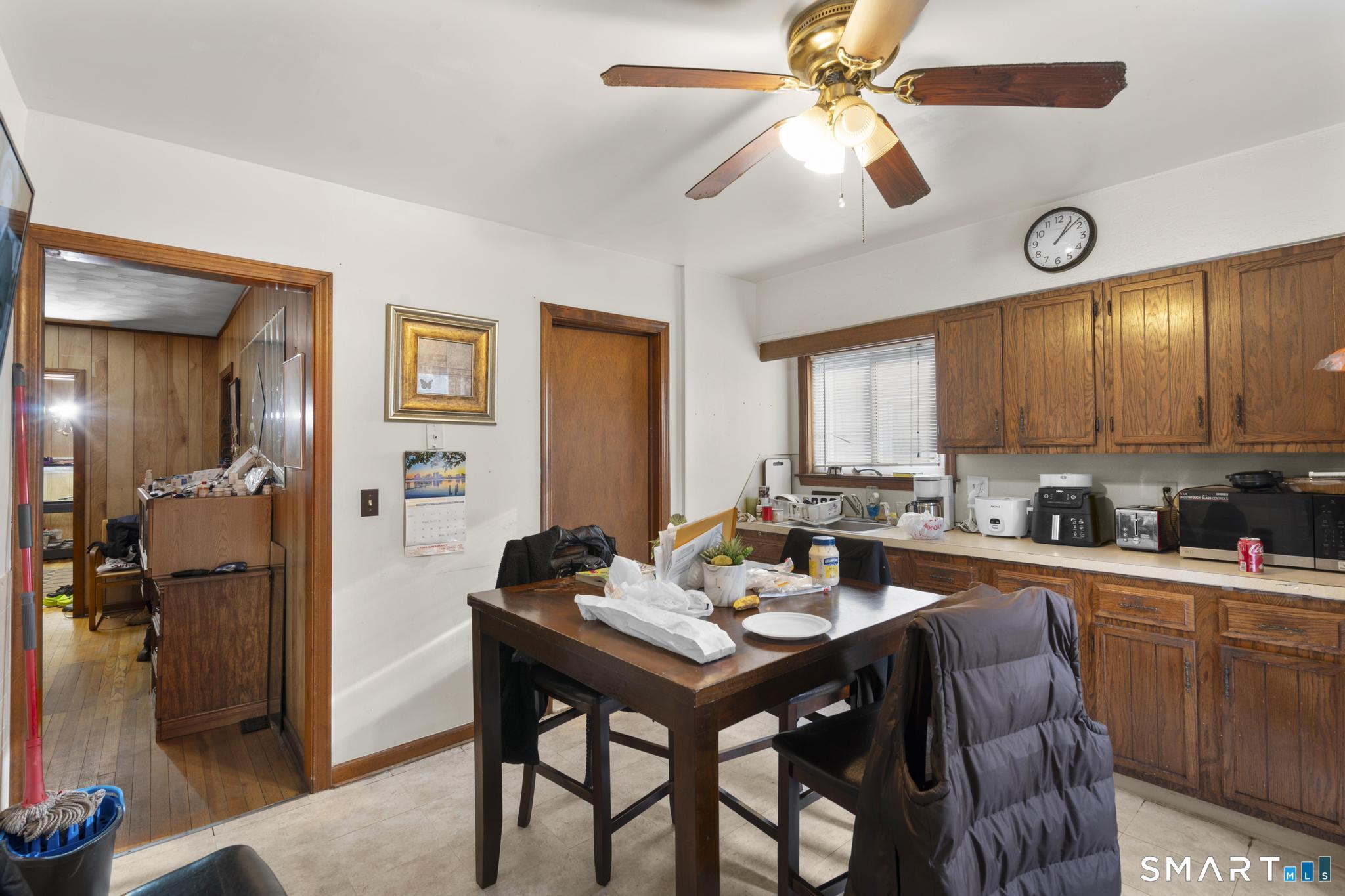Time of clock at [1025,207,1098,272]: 1:07
